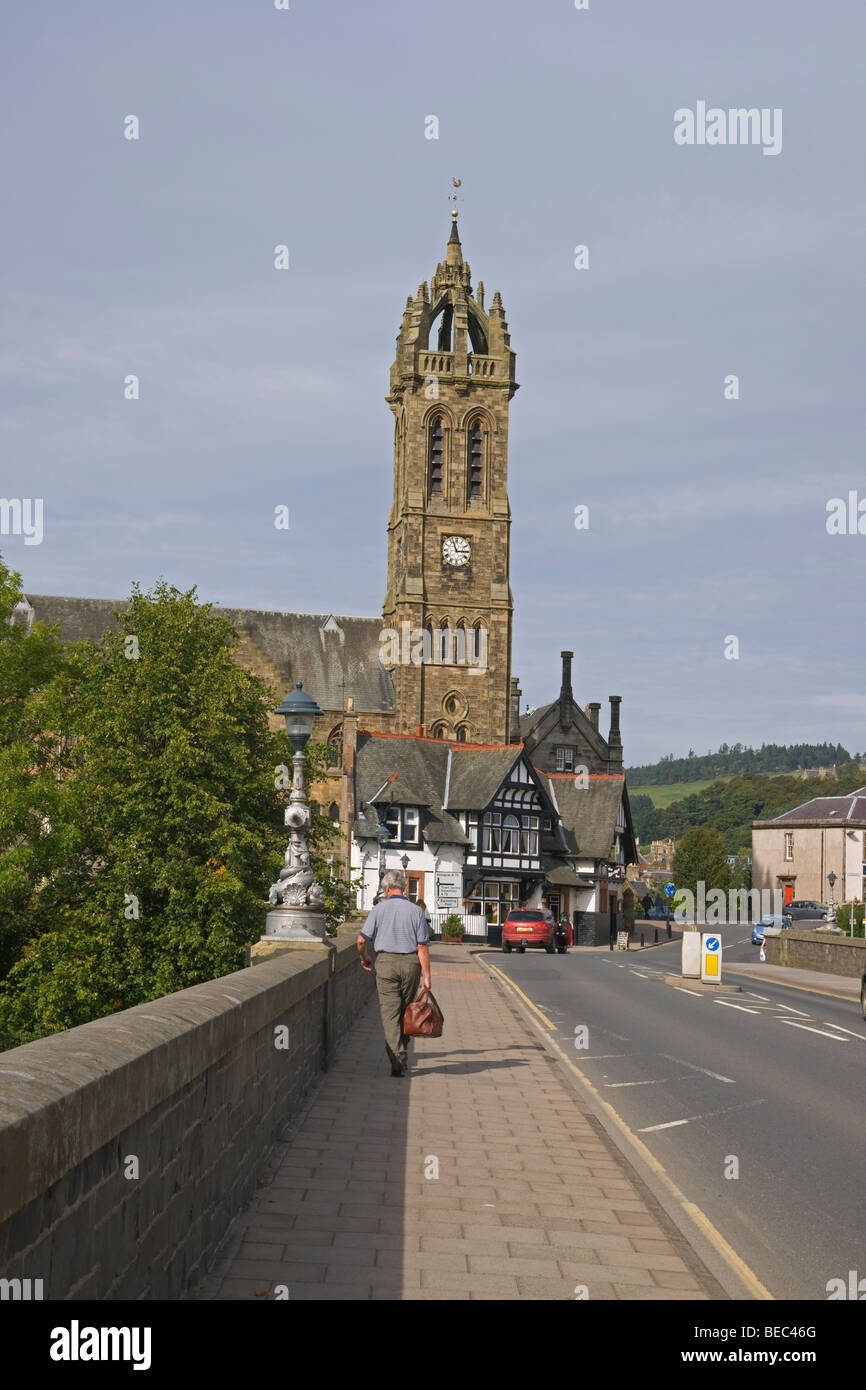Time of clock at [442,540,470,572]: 2:56
